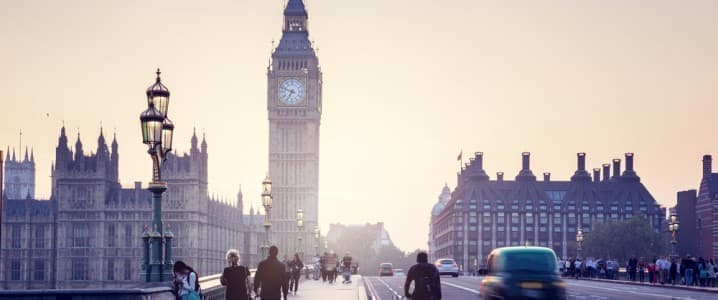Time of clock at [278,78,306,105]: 6:48
